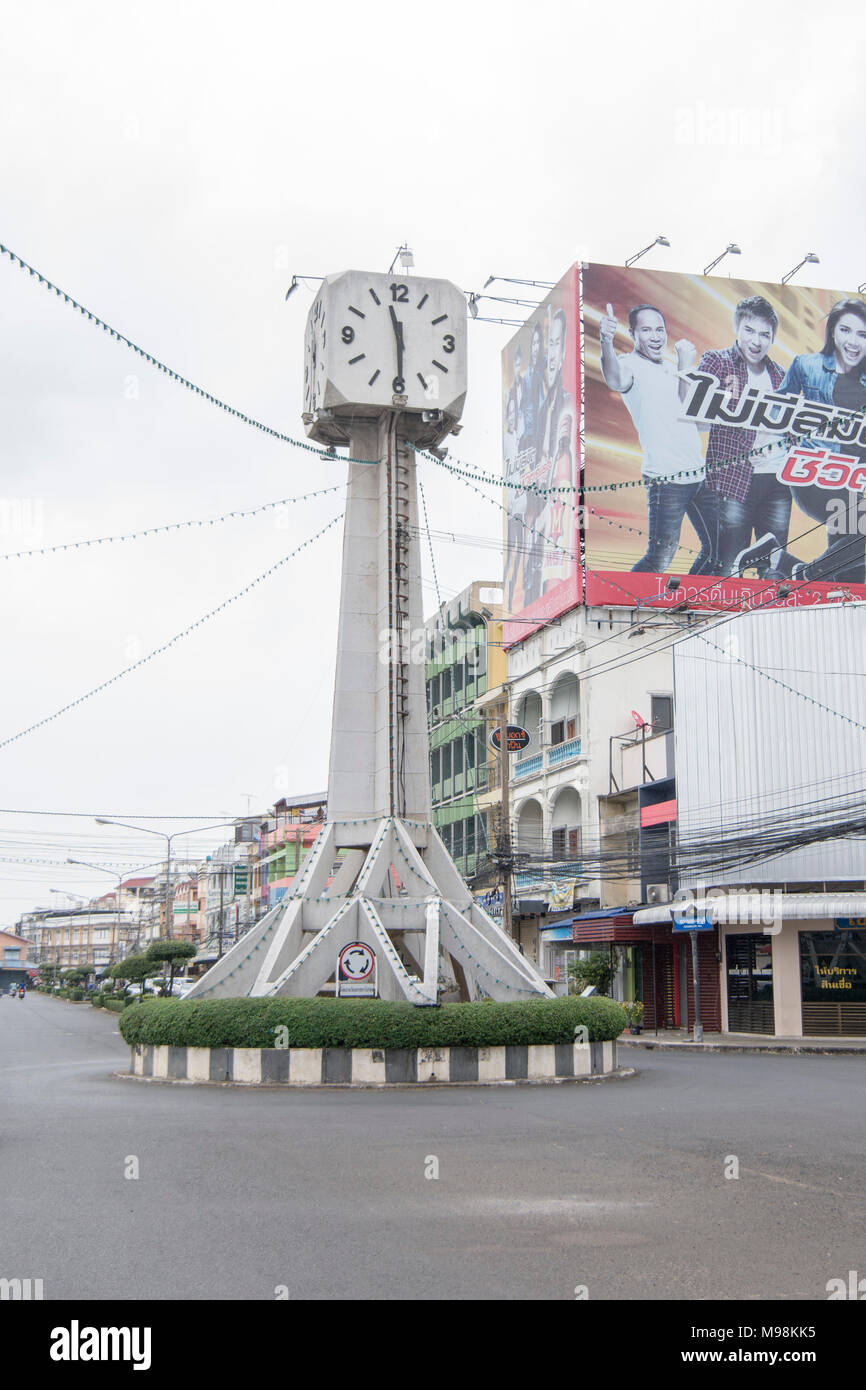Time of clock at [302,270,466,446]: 11:29
